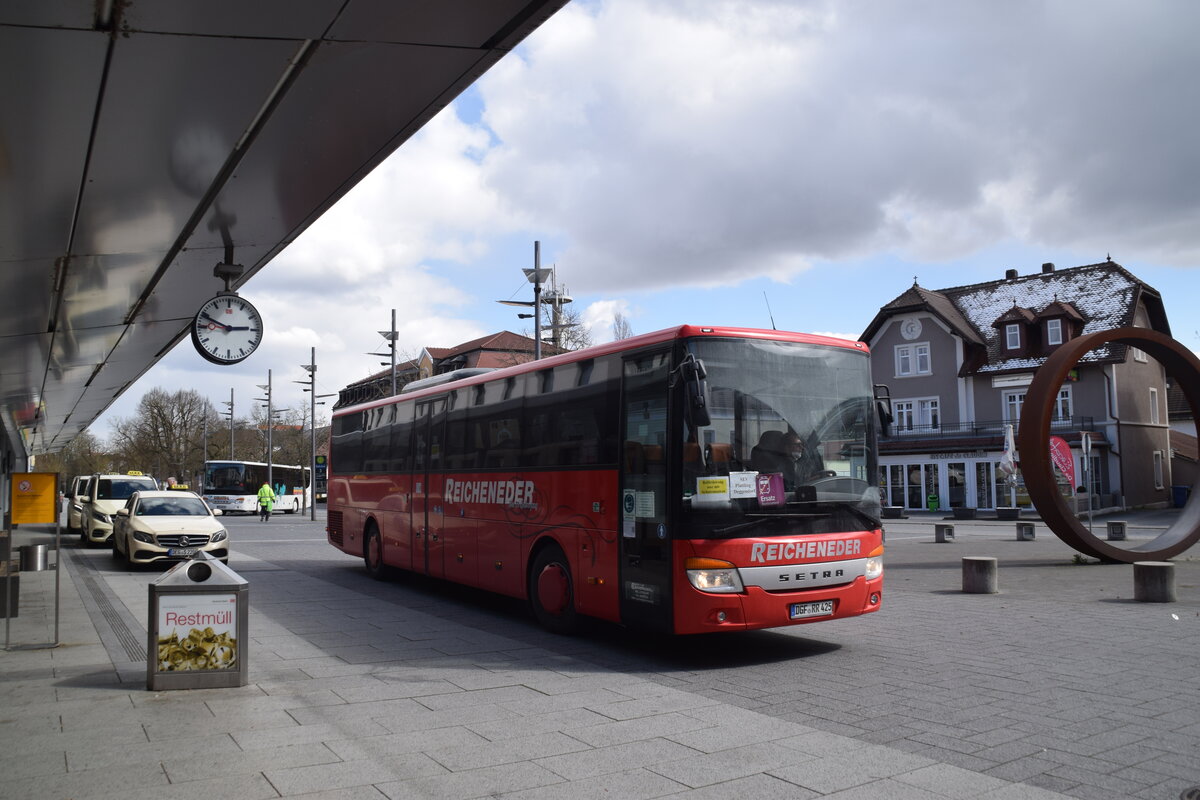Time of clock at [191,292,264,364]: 2:48
